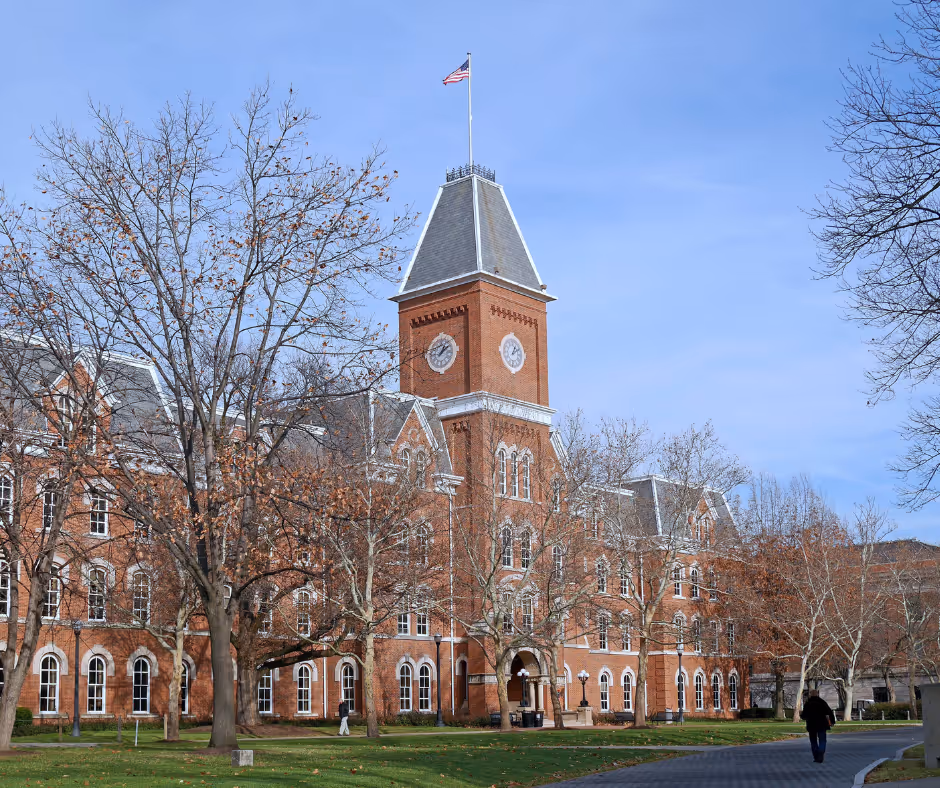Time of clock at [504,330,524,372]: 1:10
